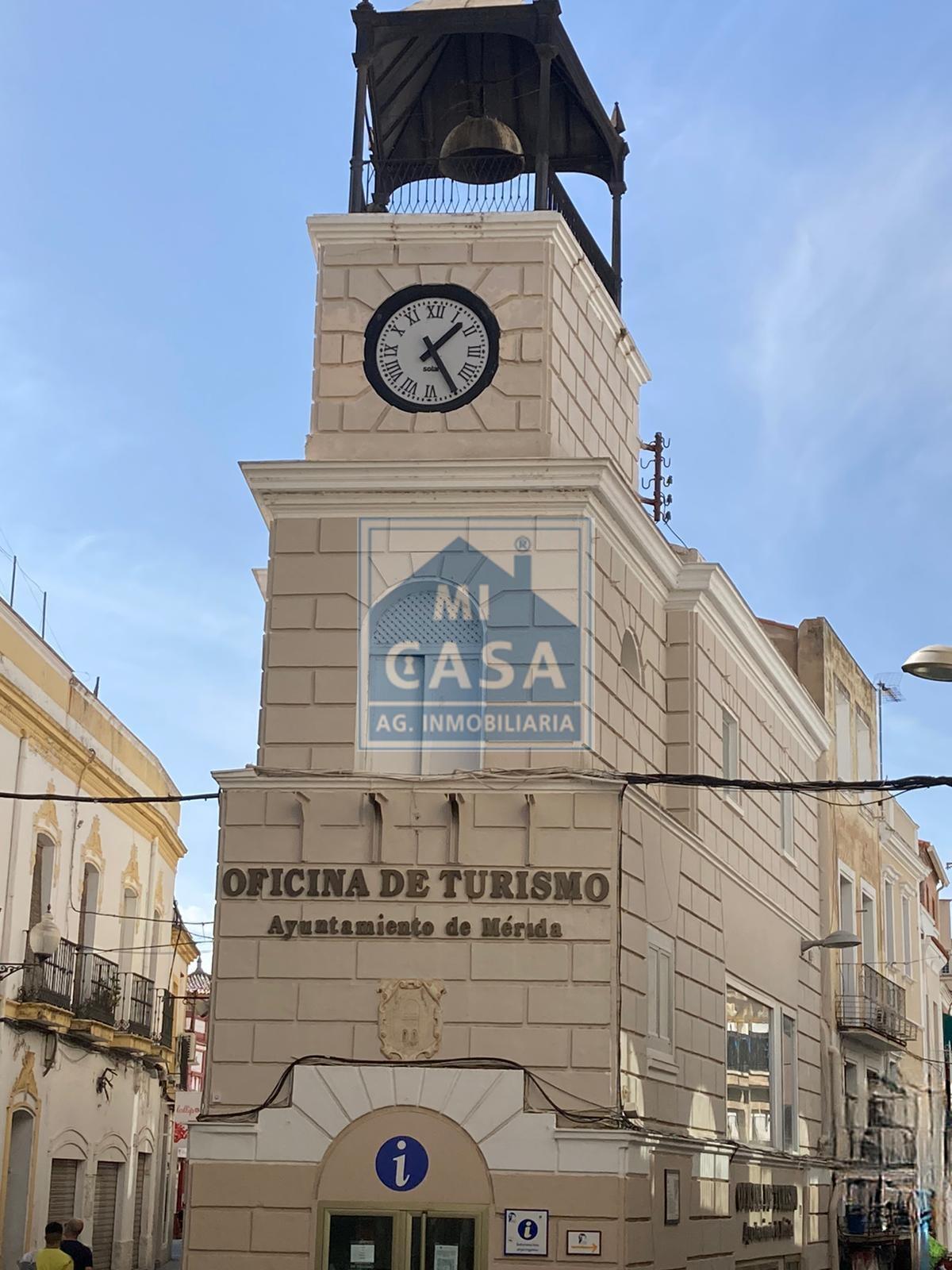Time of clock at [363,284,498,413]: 1:24
